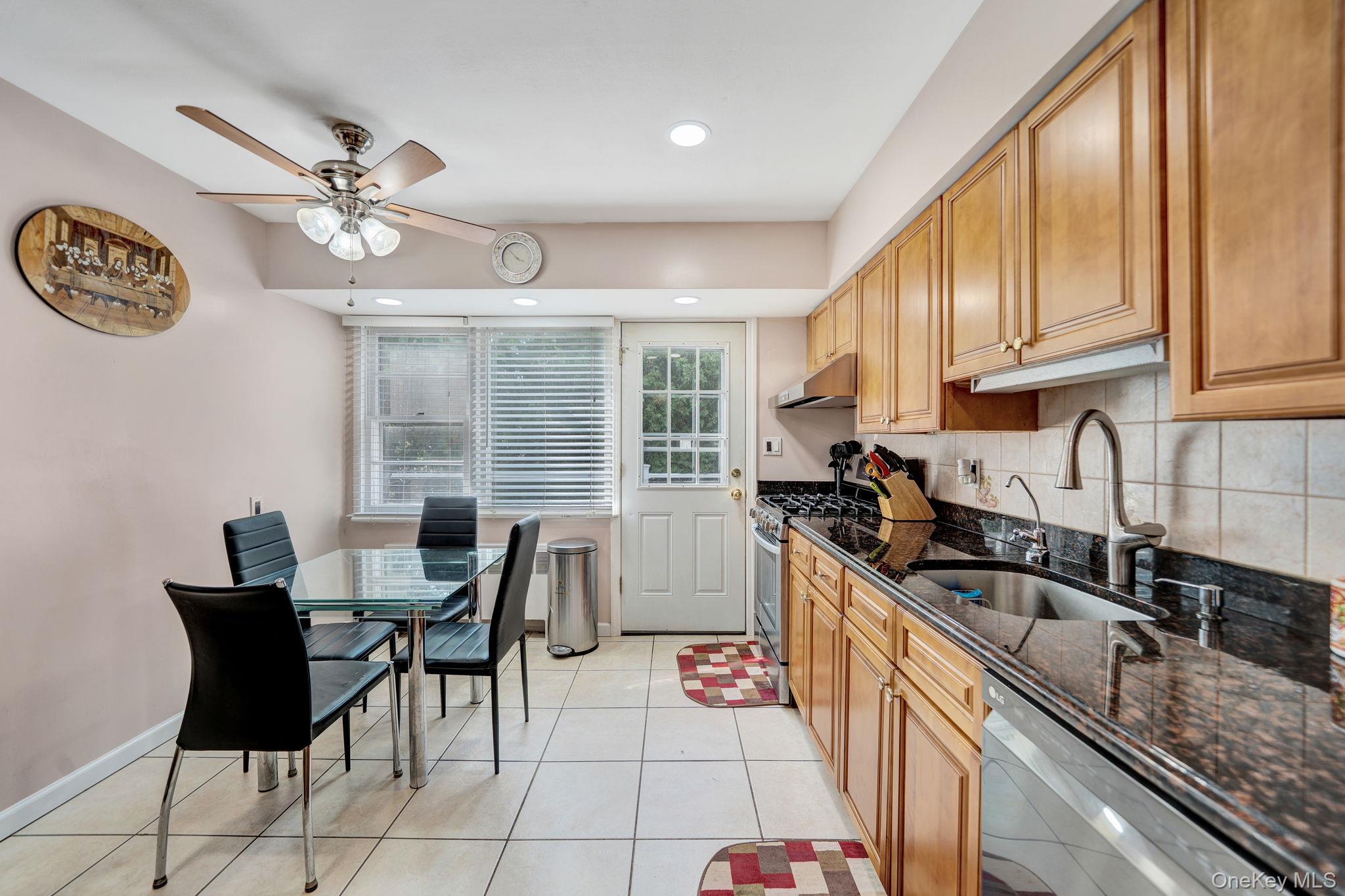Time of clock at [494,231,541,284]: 3:52
